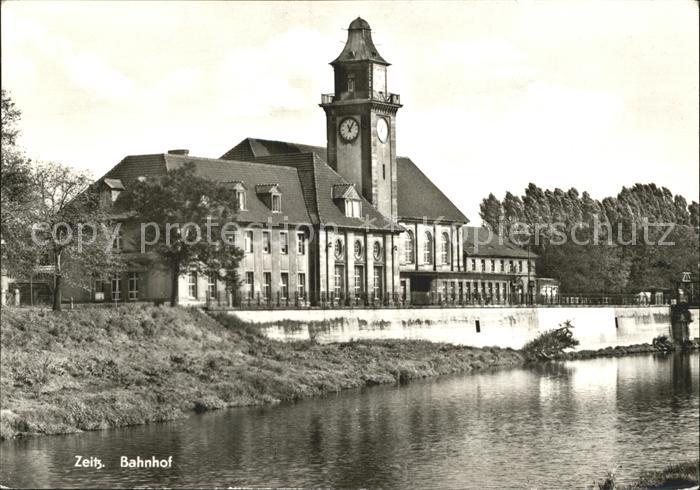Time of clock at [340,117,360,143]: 11:05
